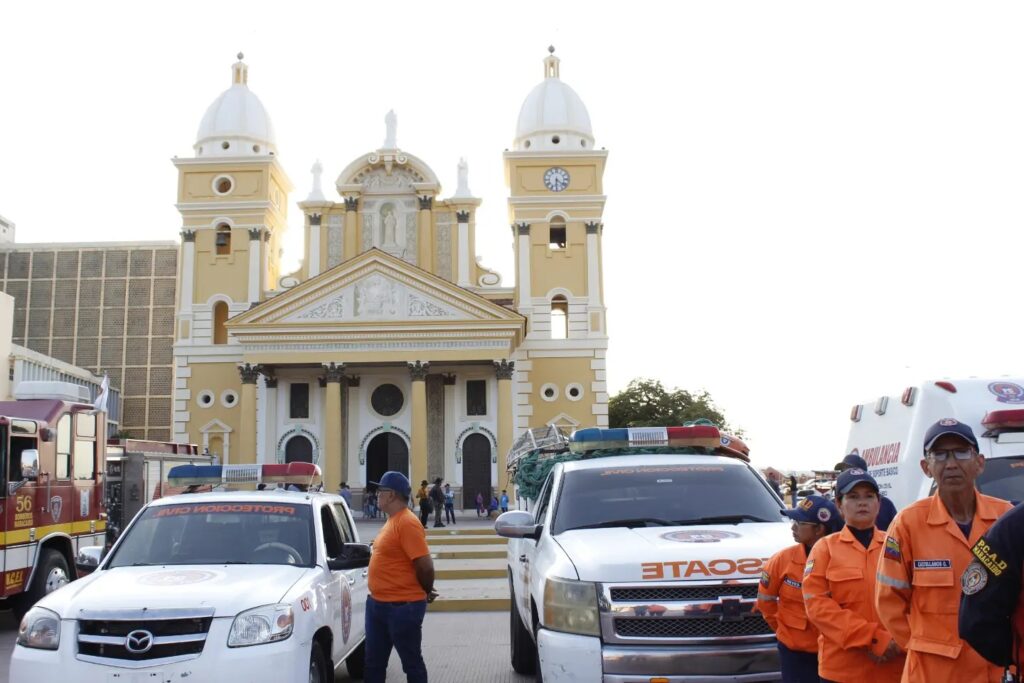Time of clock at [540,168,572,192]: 6:21
